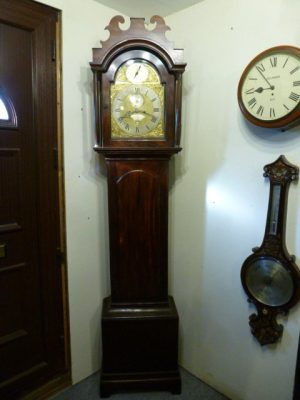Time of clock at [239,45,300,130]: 8:53
